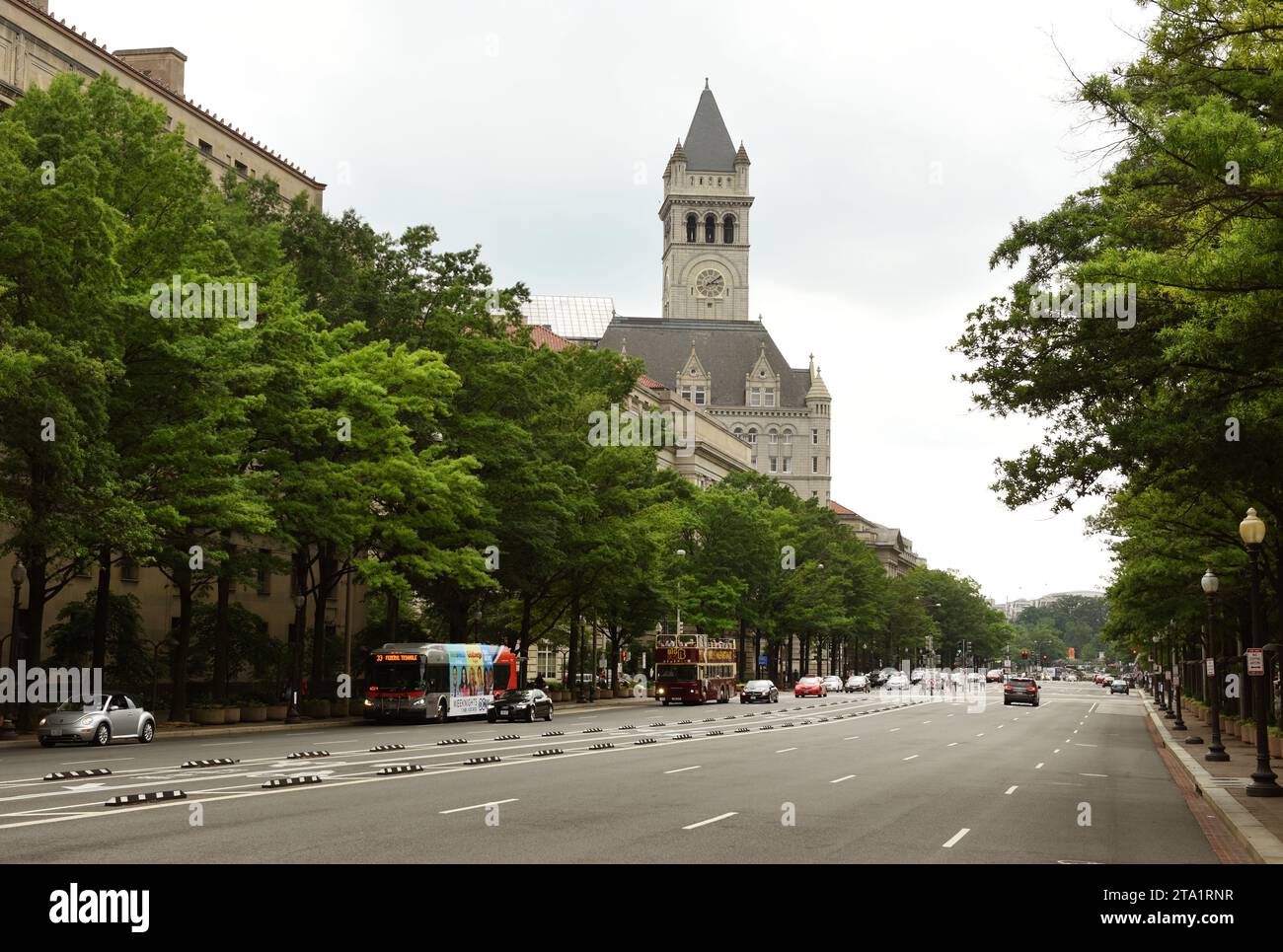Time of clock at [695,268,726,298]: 3:09
